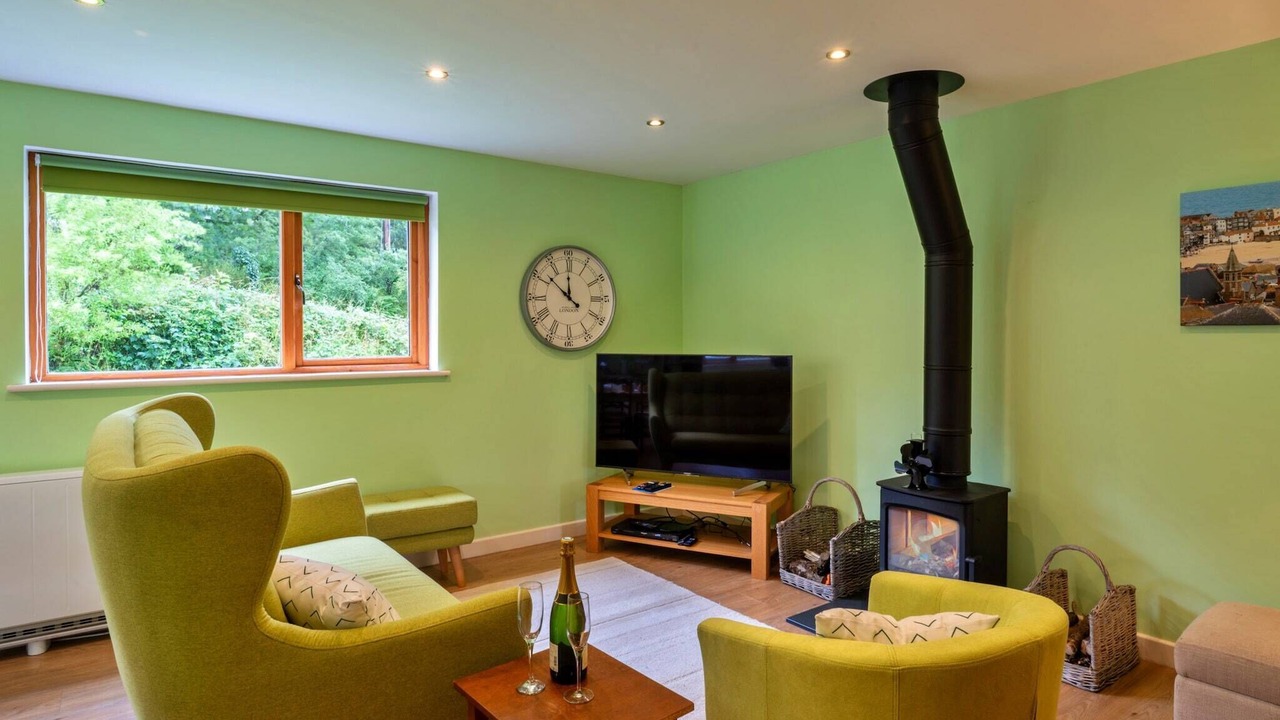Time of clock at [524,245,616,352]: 11:51
